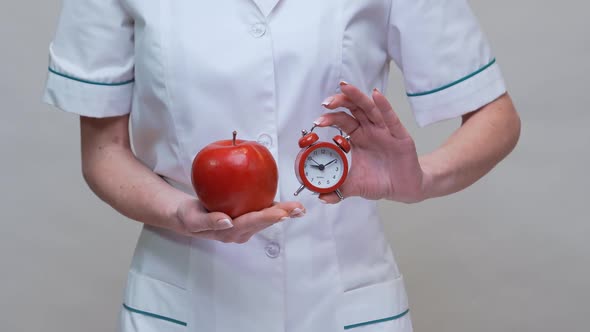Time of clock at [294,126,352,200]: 9:09
